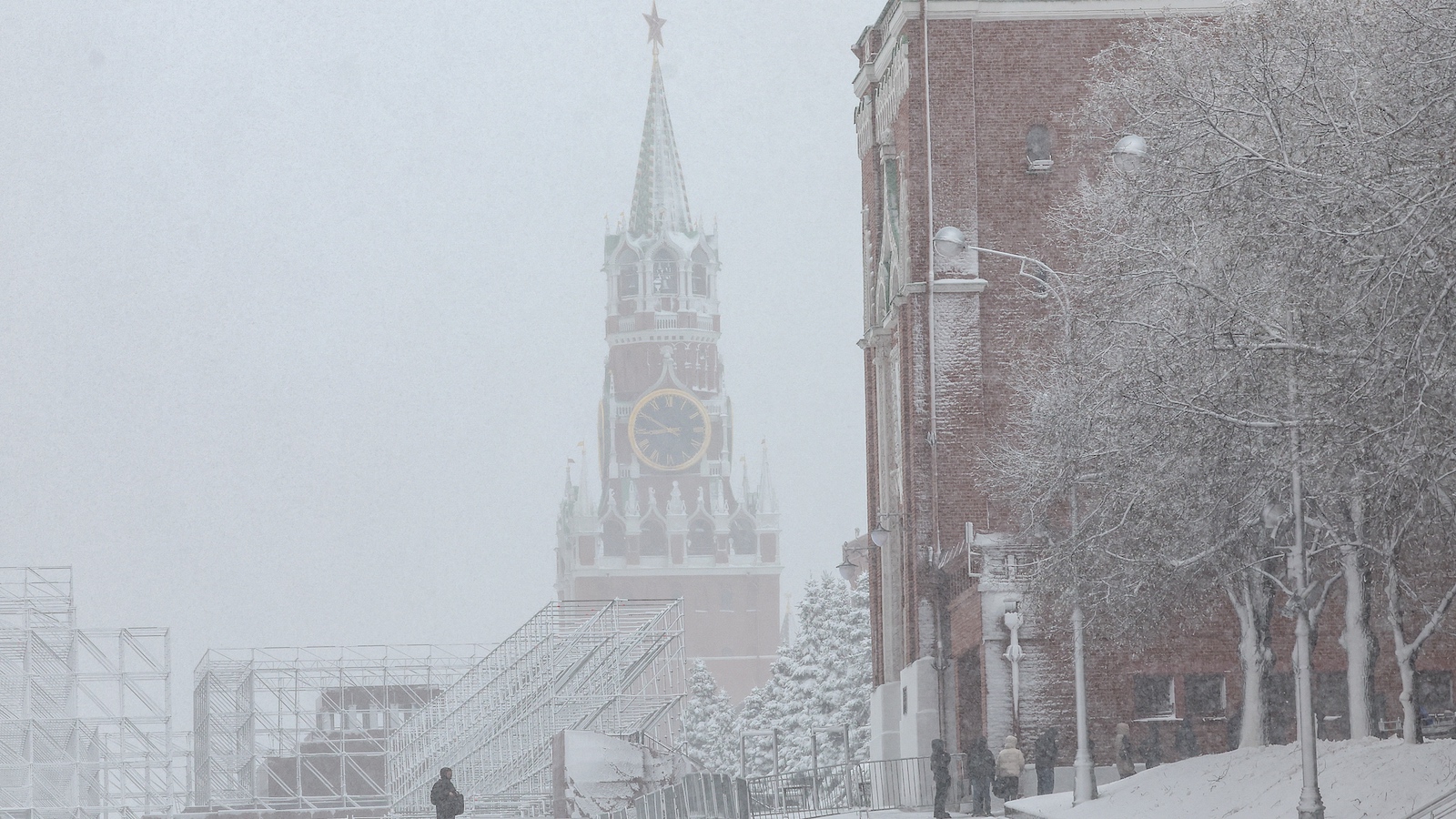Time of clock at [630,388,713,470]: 8:50
